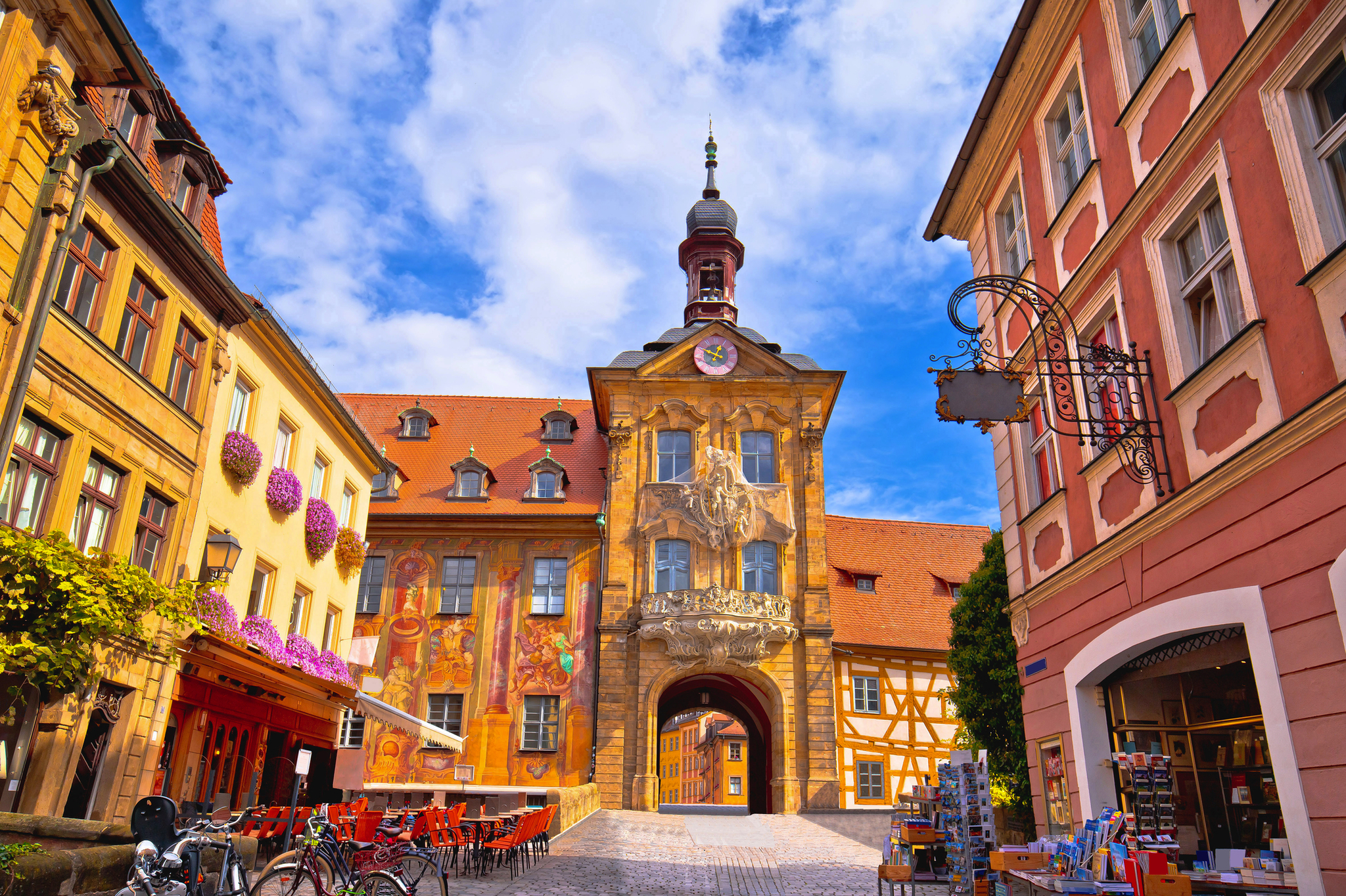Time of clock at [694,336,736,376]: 12:49
